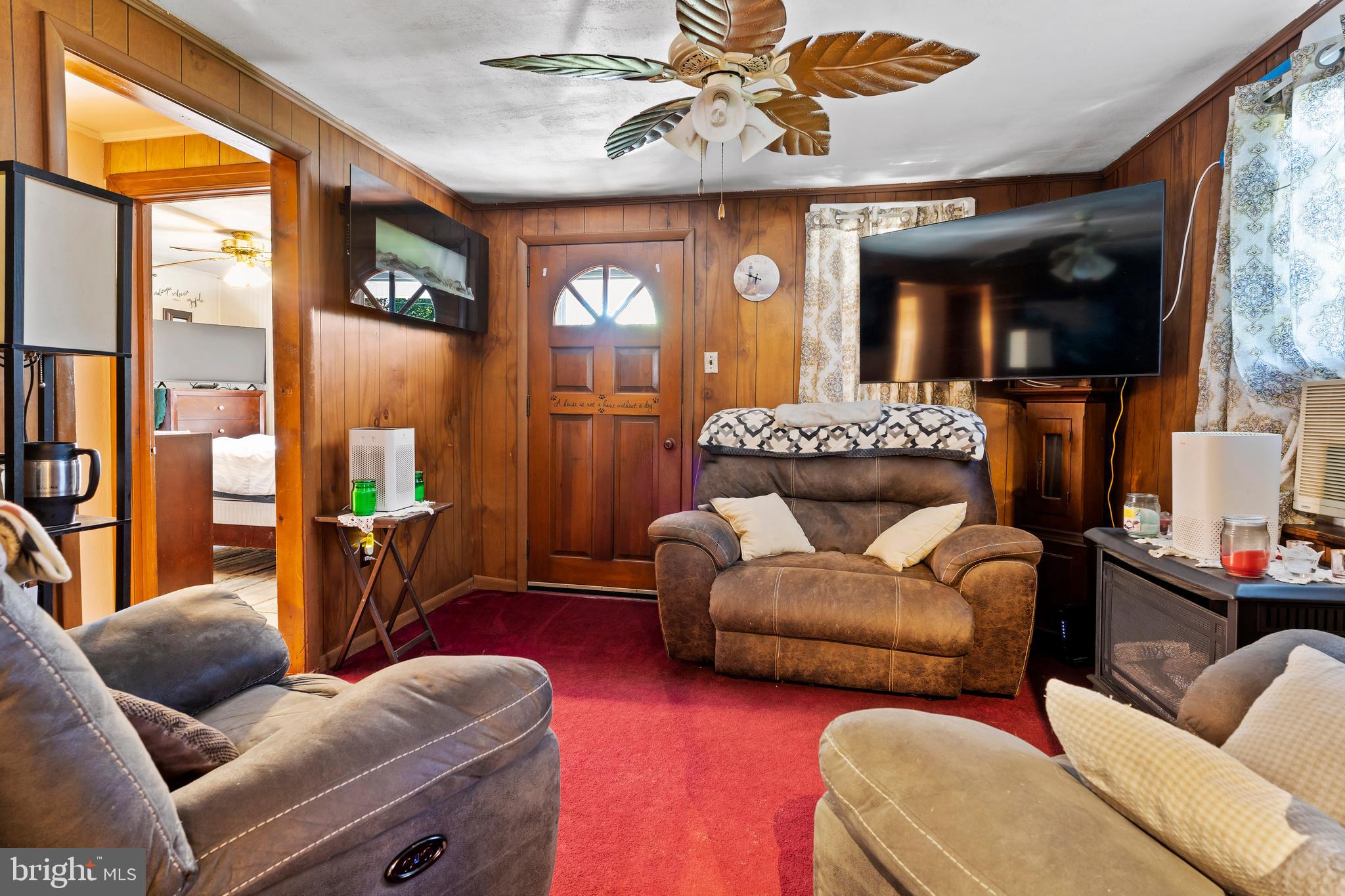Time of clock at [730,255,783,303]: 9:32
